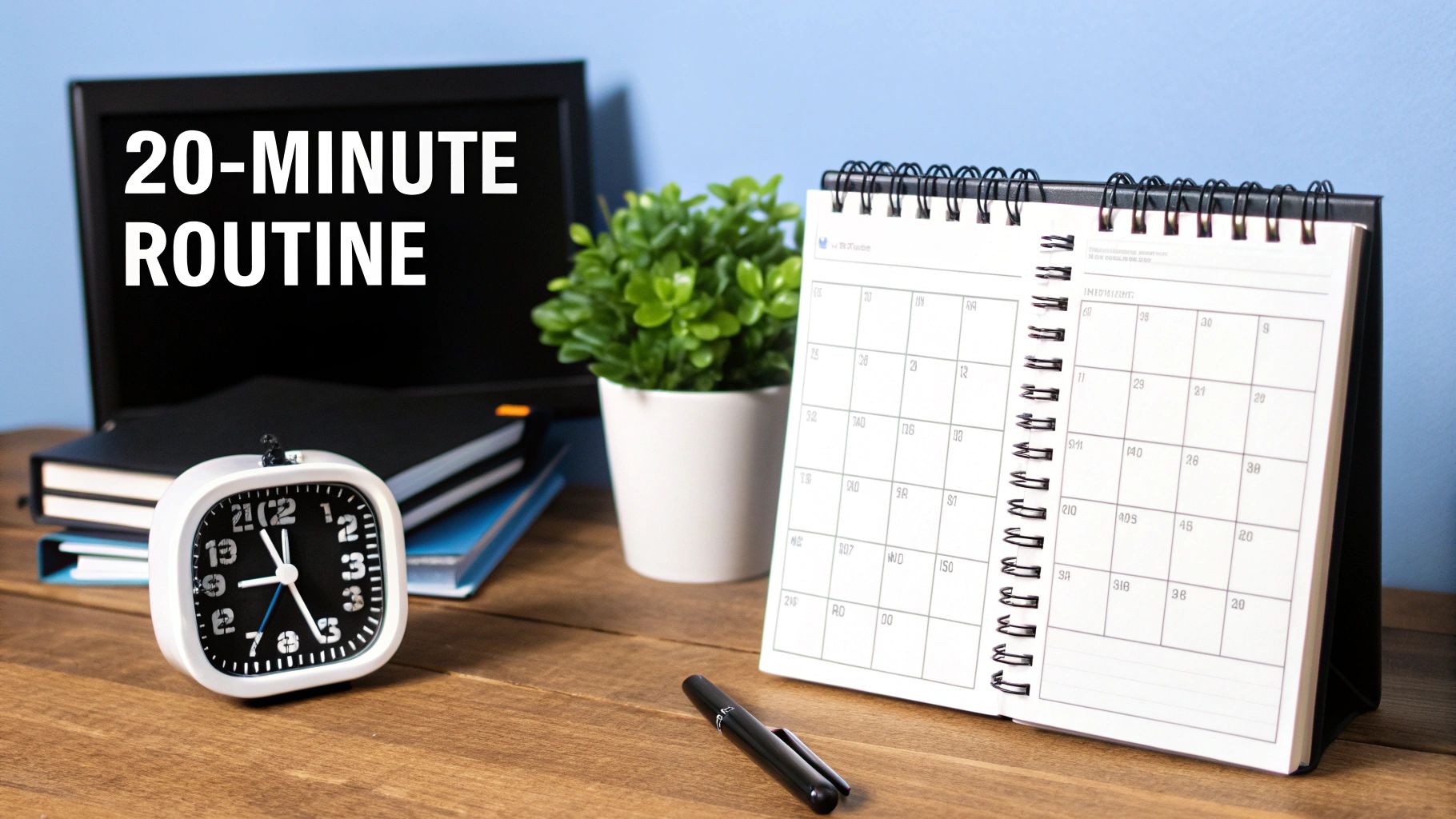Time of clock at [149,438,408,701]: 11:26
